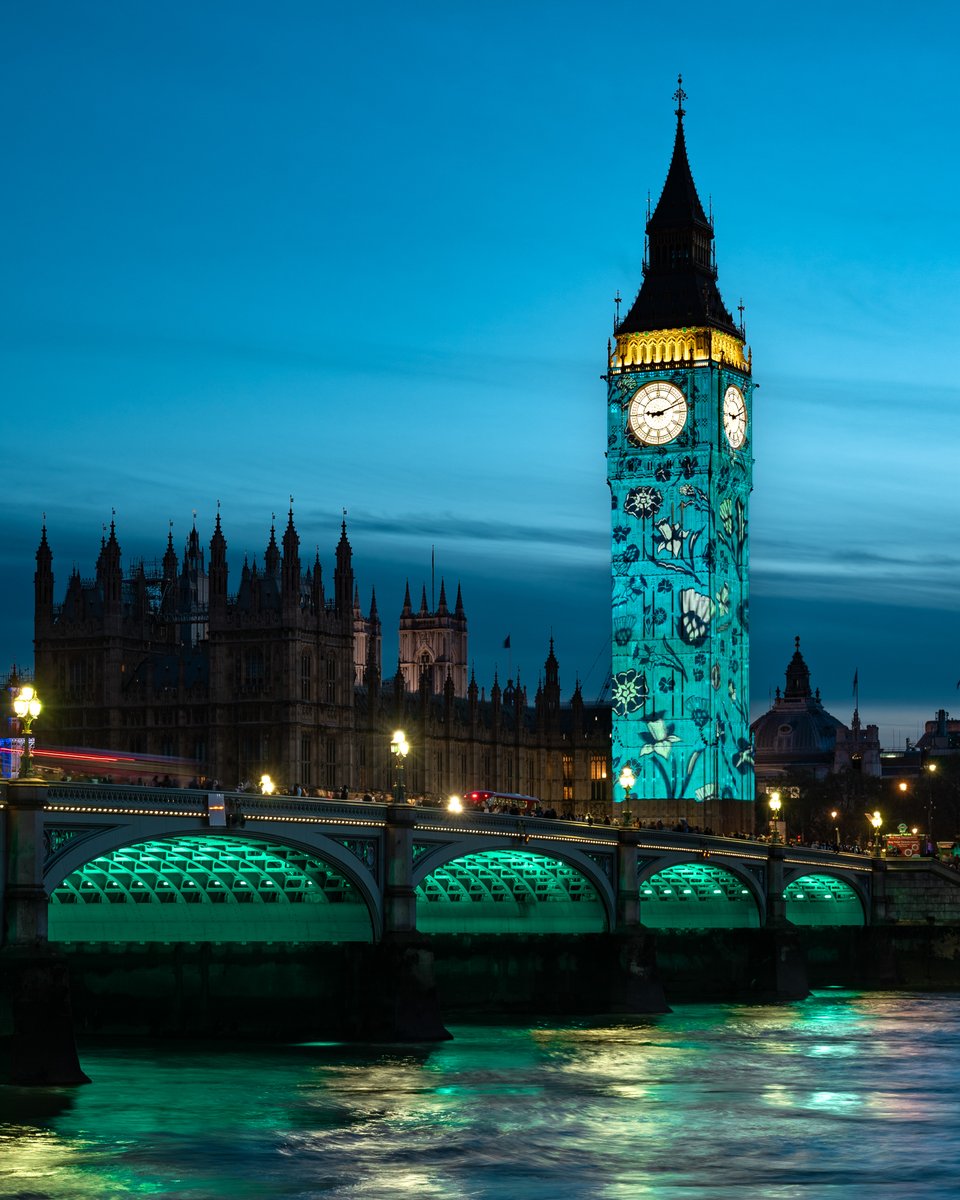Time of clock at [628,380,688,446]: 9:11
